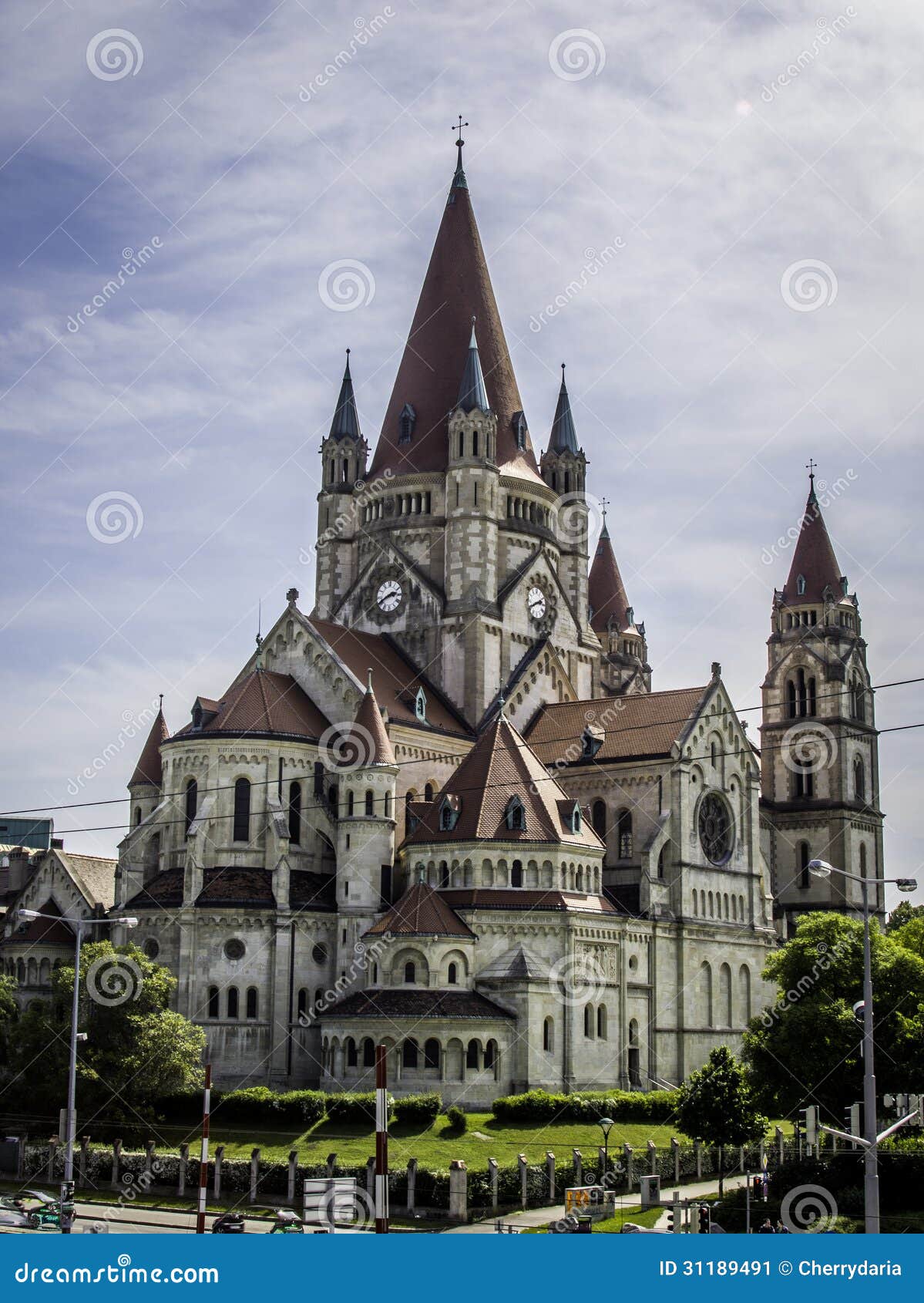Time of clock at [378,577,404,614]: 2:40
